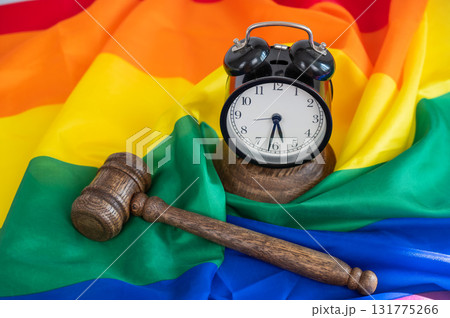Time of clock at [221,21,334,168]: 5:31
